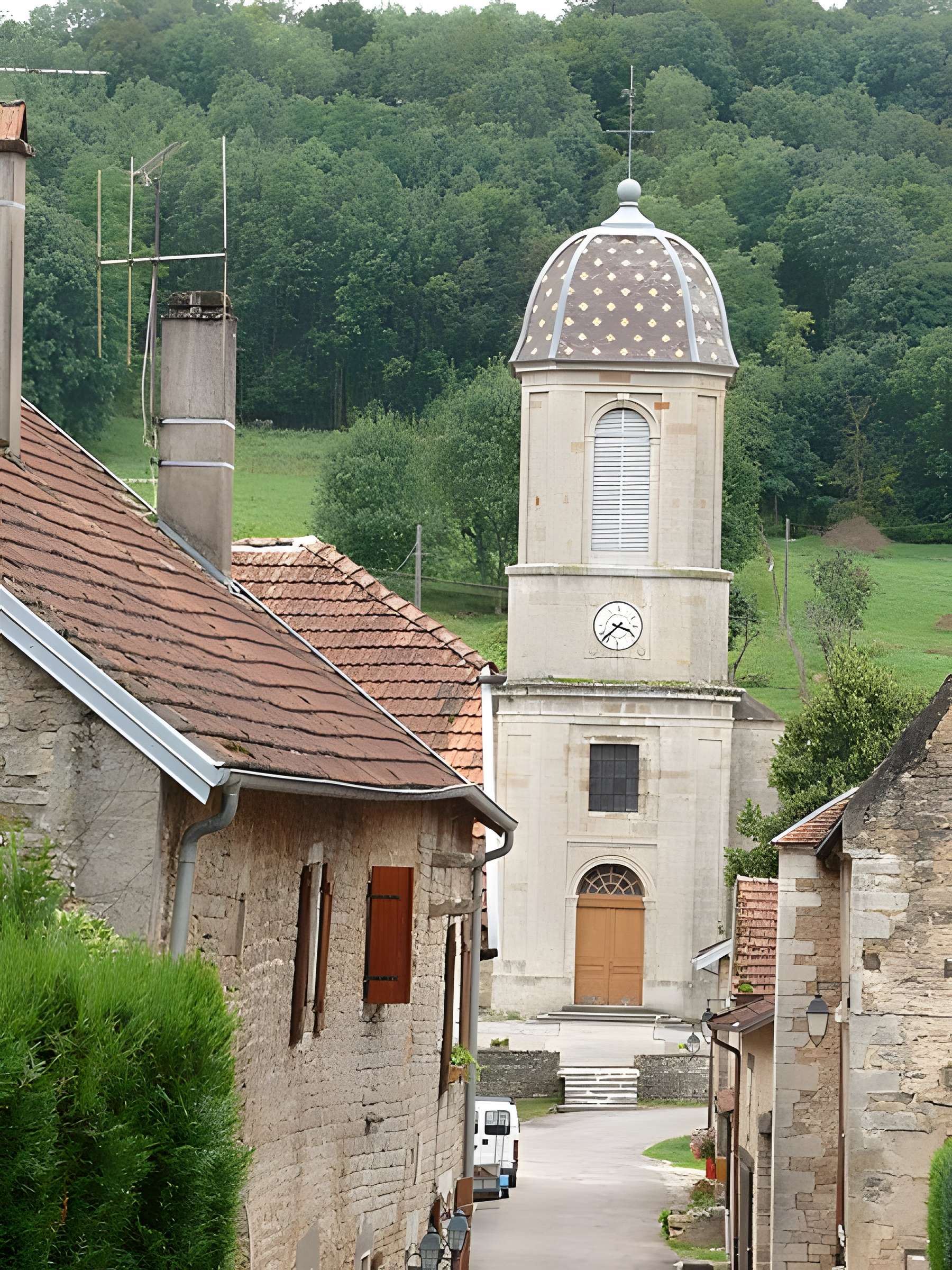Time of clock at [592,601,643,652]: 3:37
